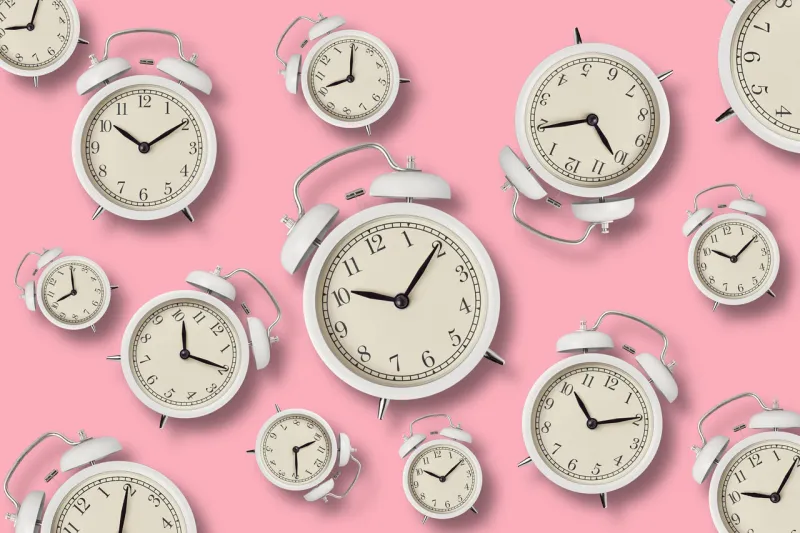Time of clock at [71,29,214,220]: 10:09
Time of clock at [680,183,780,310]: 10:09
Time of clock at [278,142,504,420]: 10:10
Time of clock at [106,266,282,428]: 12:19
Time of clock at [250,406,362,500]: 2:29
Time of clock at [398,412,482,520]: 10:09
